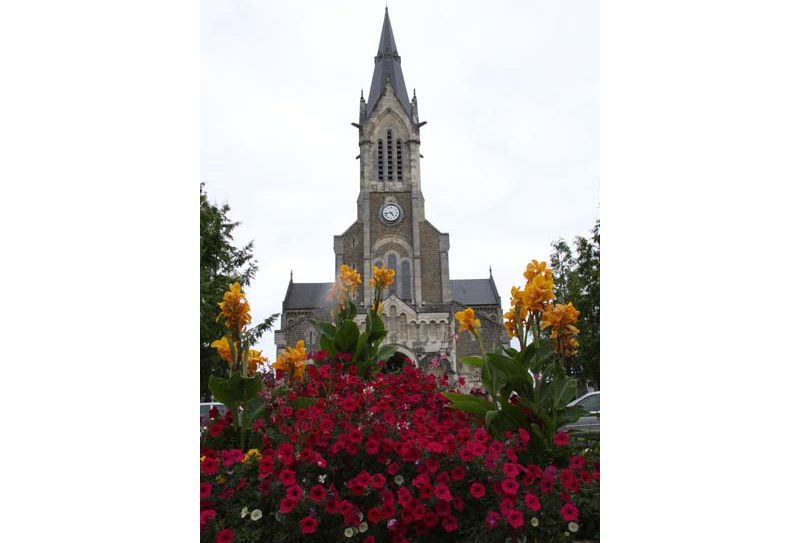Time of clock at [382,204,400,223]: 4:42
